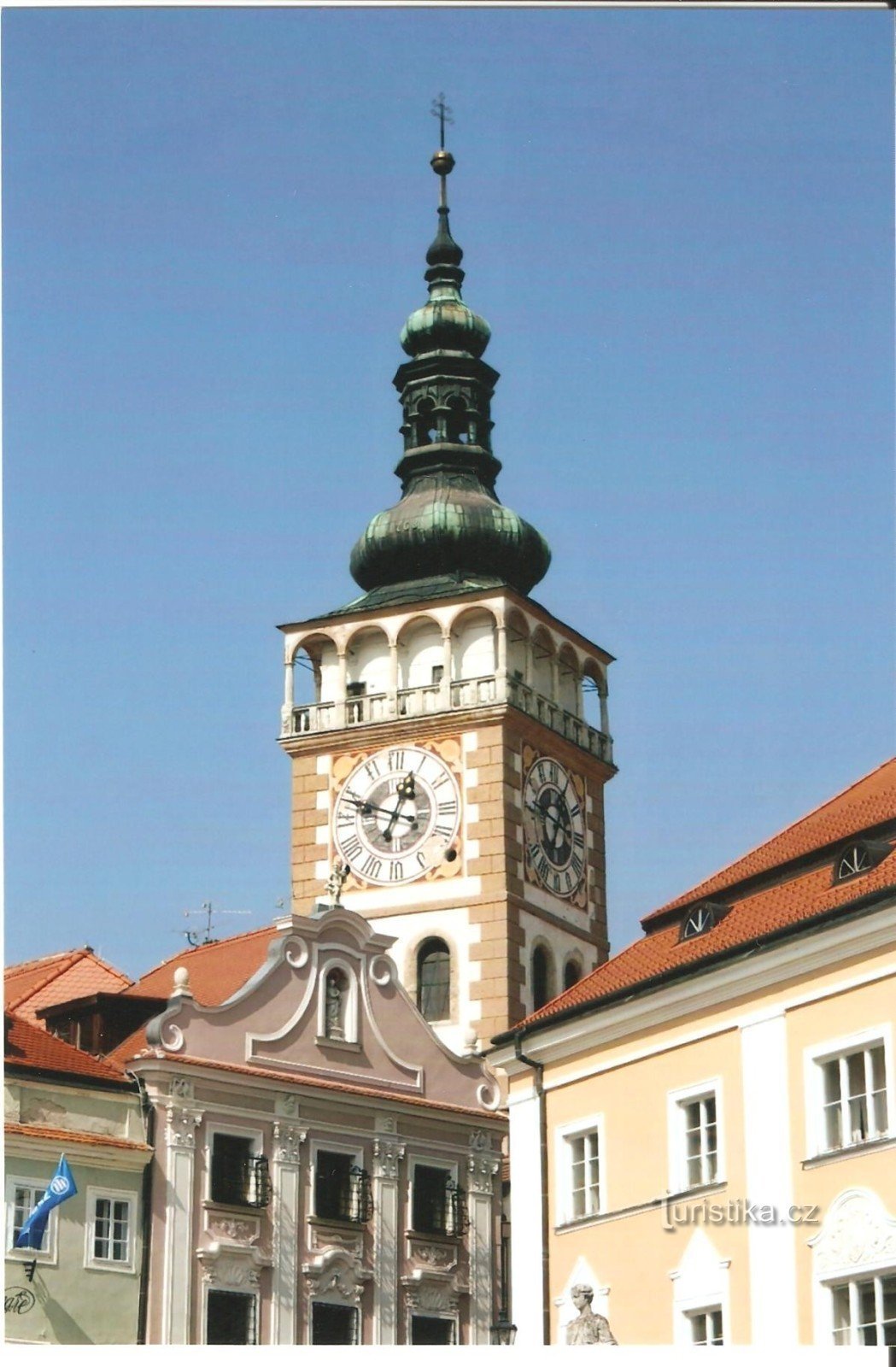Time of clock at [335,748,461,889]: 12:48
